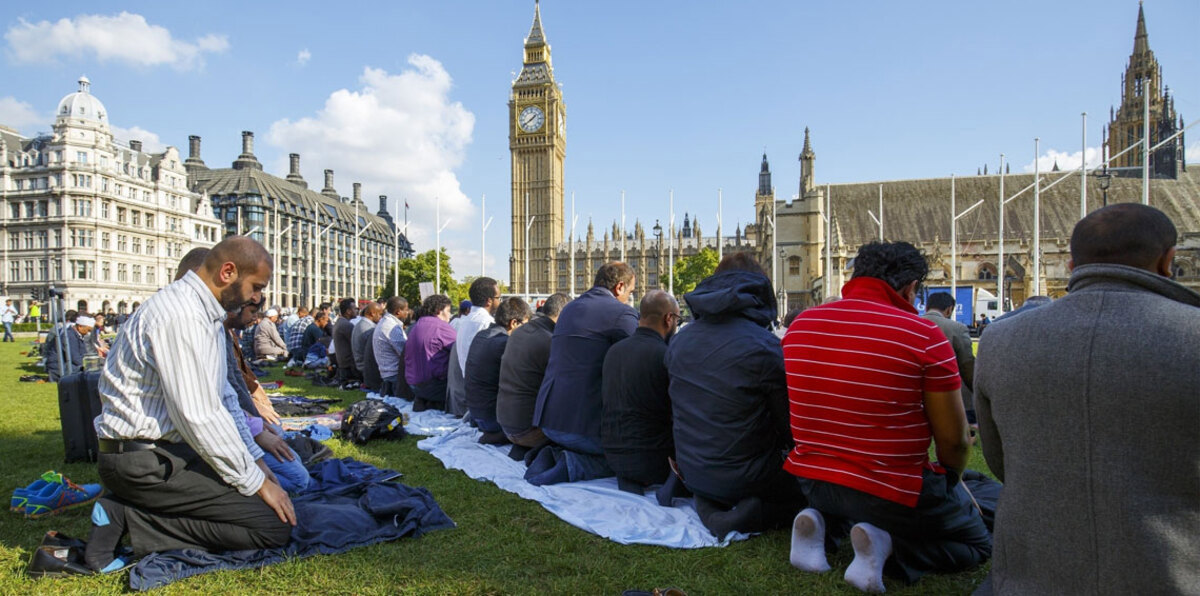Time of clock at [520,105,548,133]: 1:39
